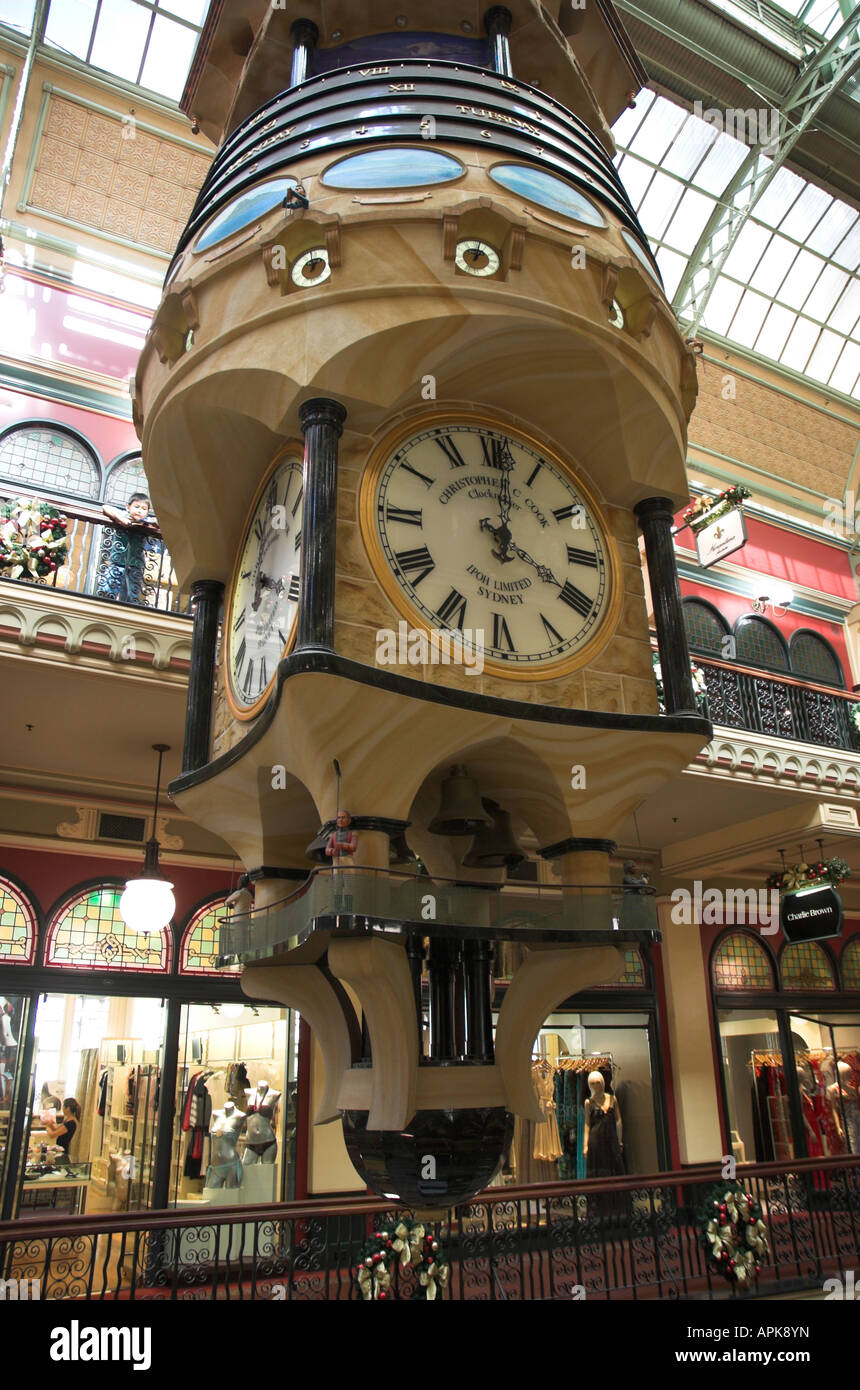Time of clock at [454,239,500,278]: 1:02
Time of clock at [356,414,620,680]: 4:01
